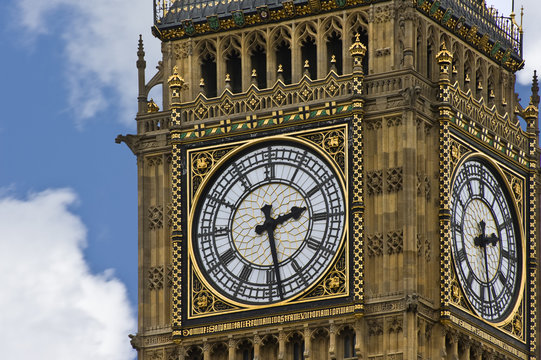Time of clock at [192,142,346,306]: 2:28
